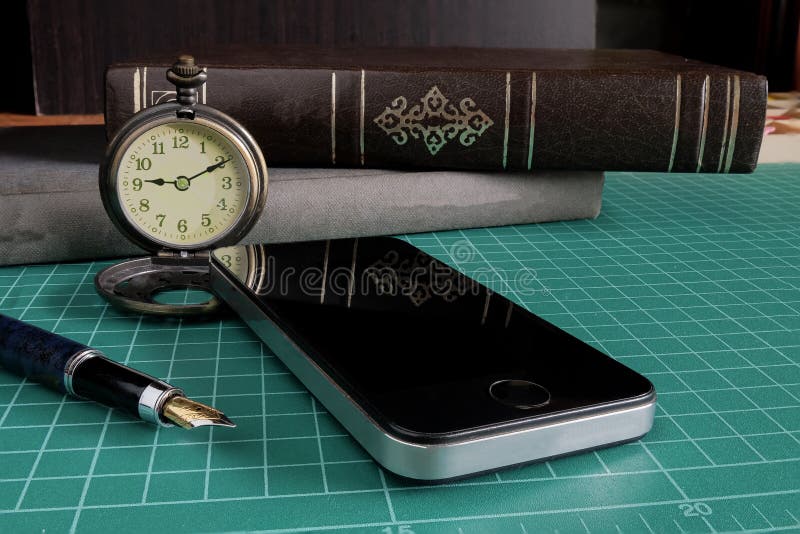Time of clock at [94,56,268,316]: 9:10
